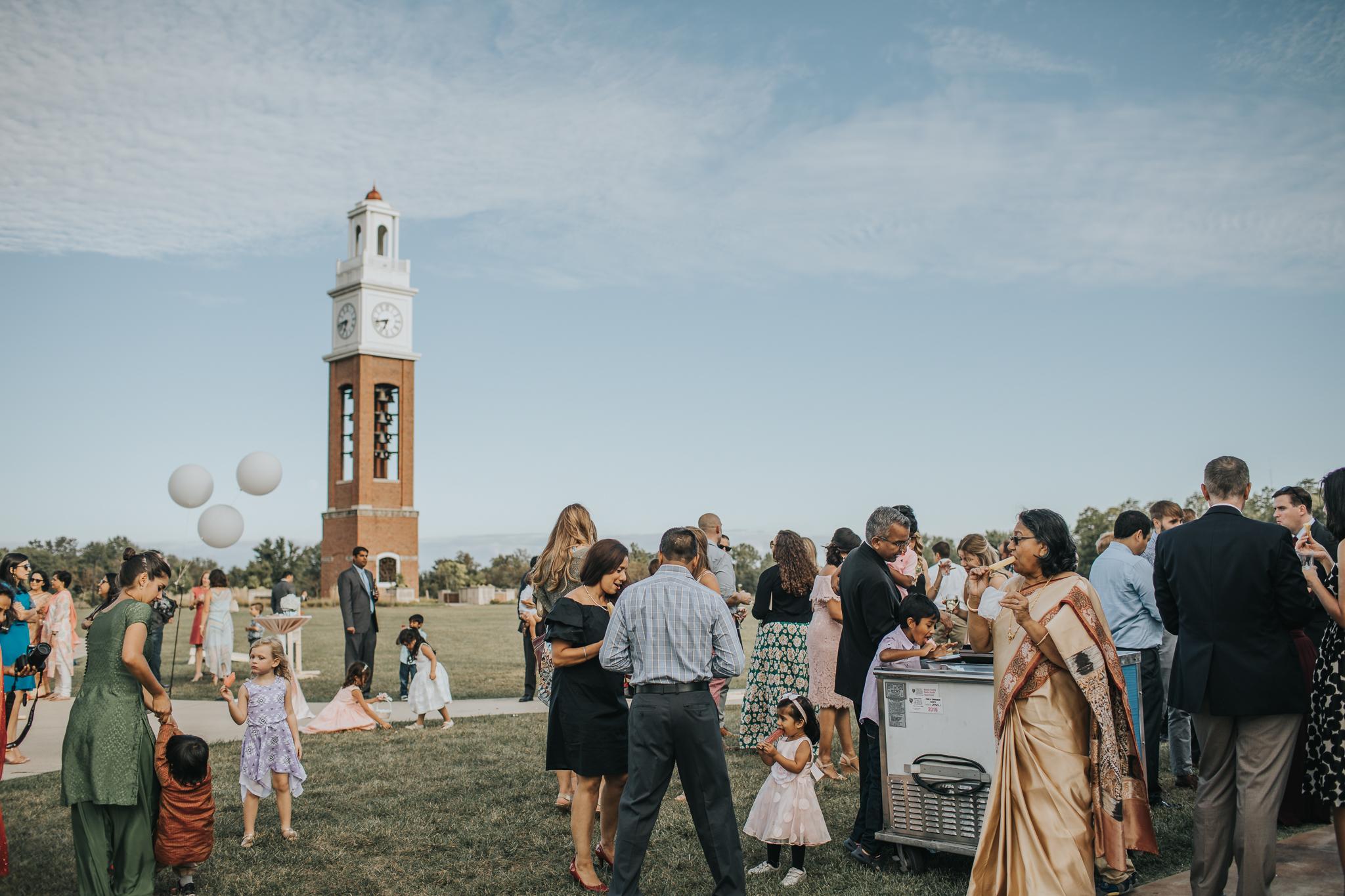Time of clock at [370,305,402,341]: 6:42
